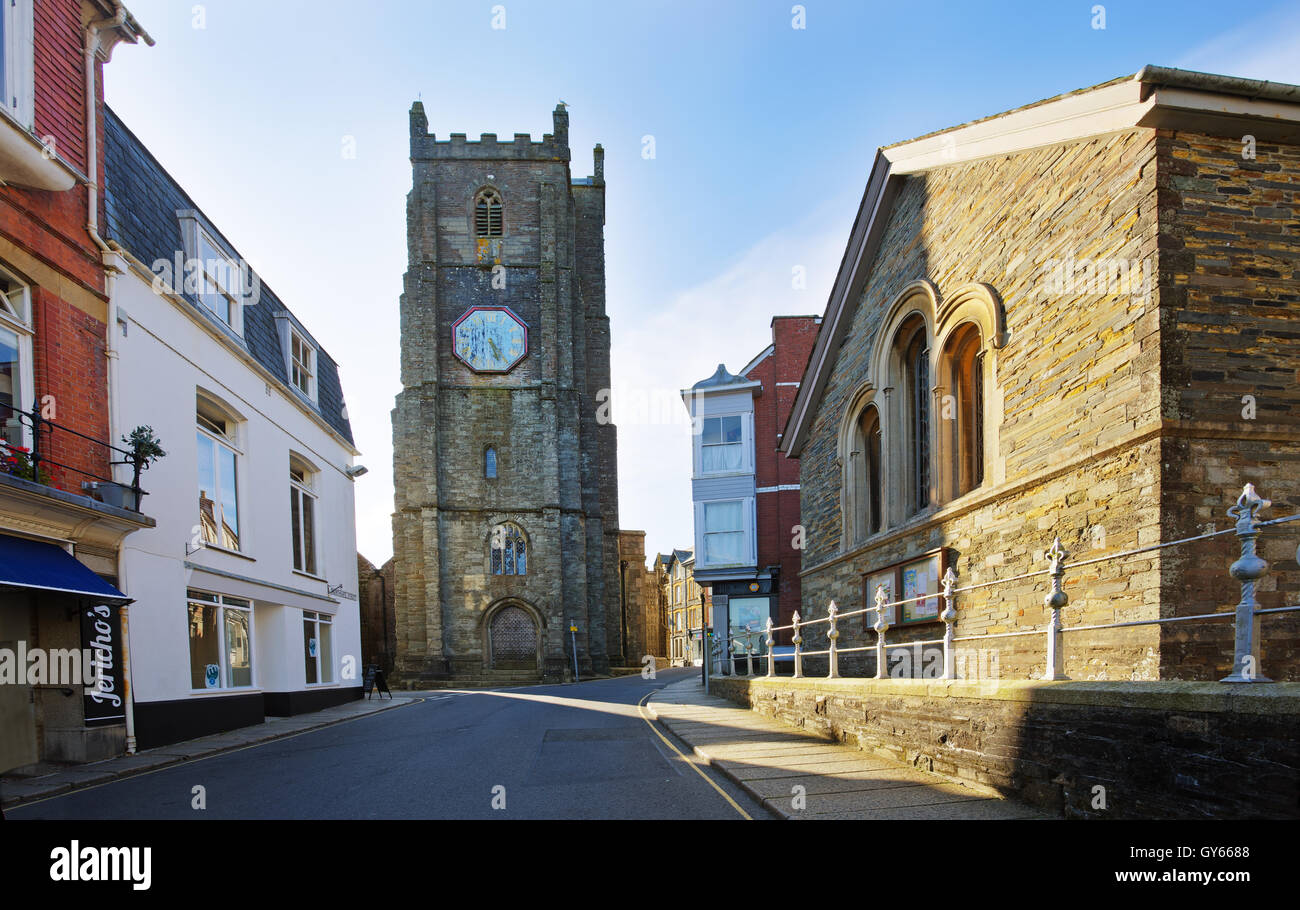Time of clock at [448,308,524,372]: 5:23
